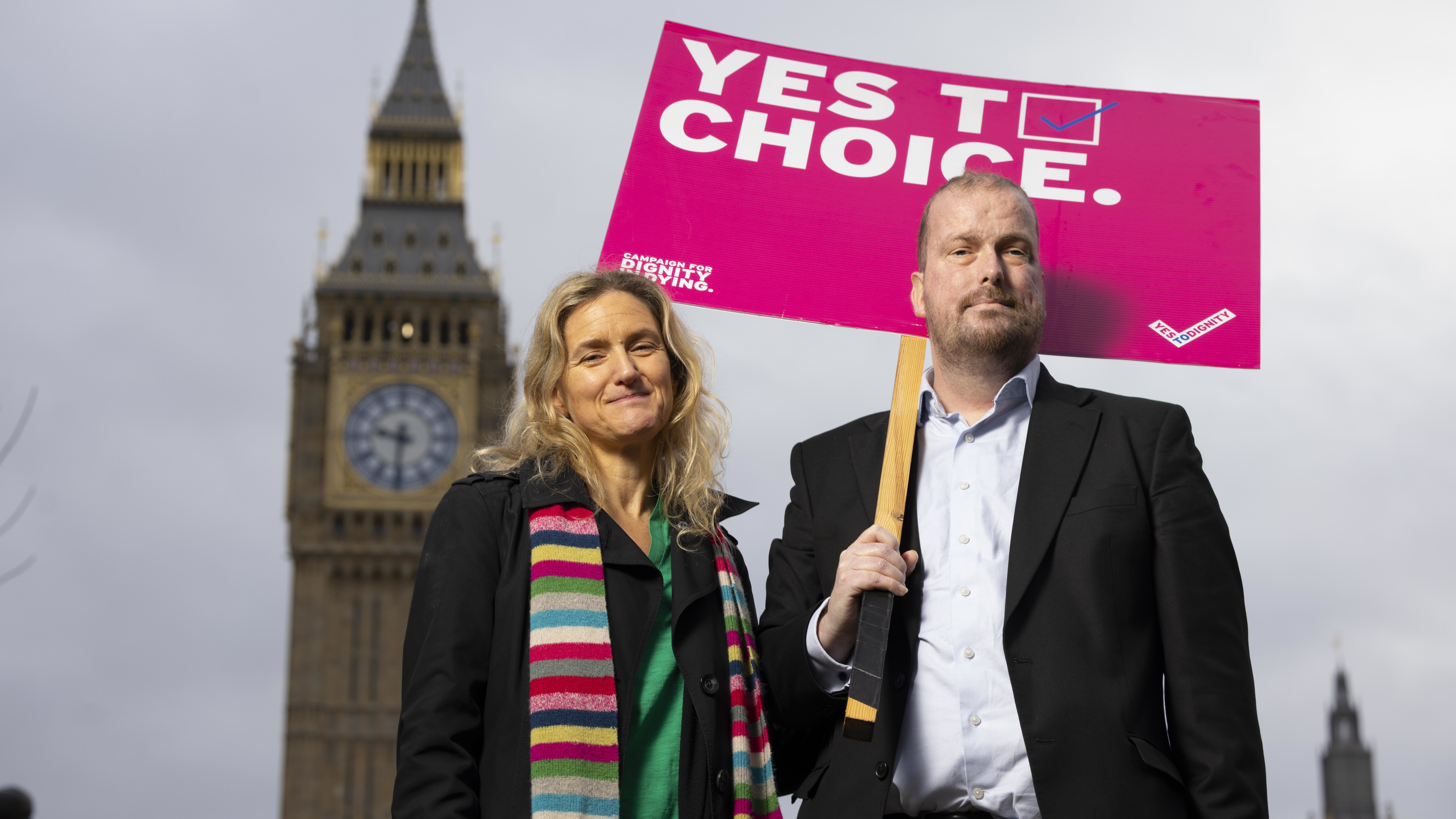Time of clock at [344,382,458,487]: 9:31
